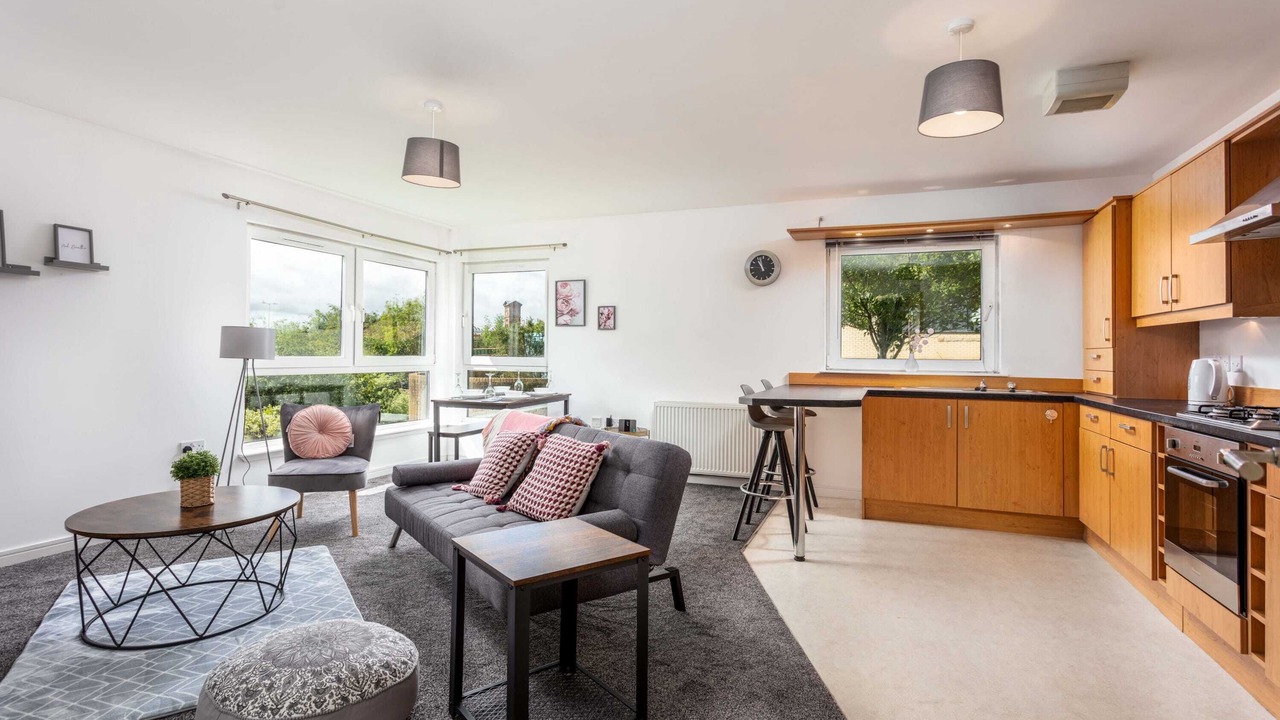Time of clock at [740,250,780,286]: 10:45
